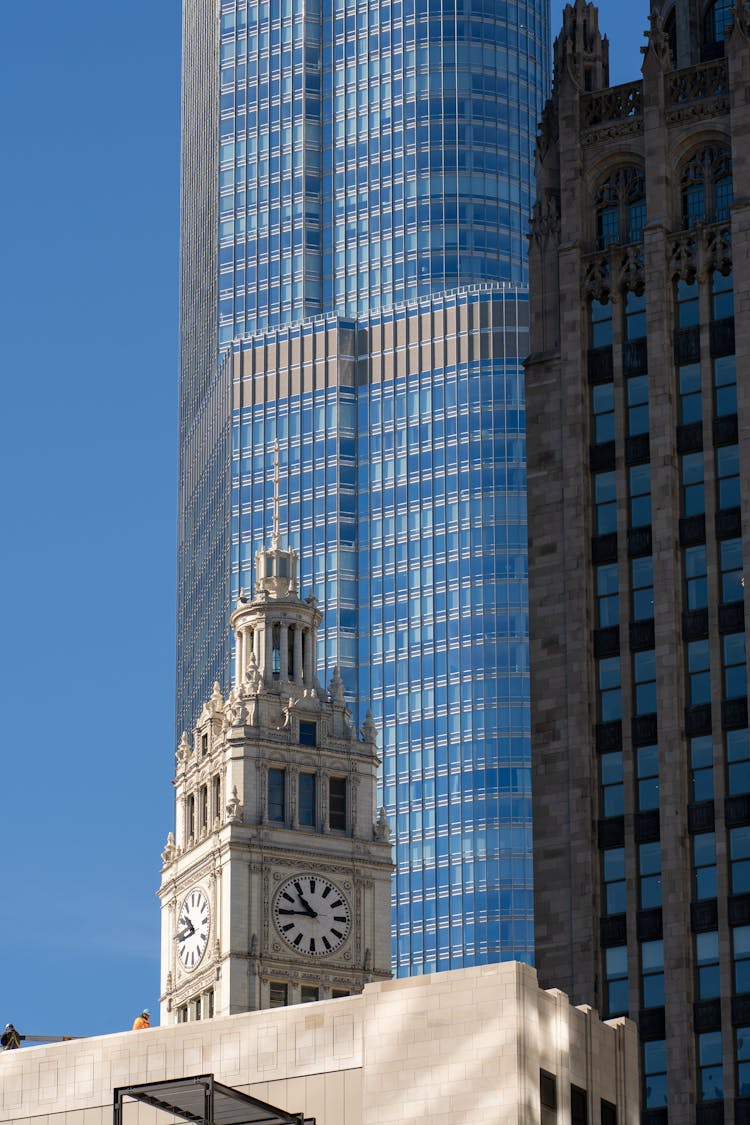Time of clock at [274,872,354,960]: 10:45
